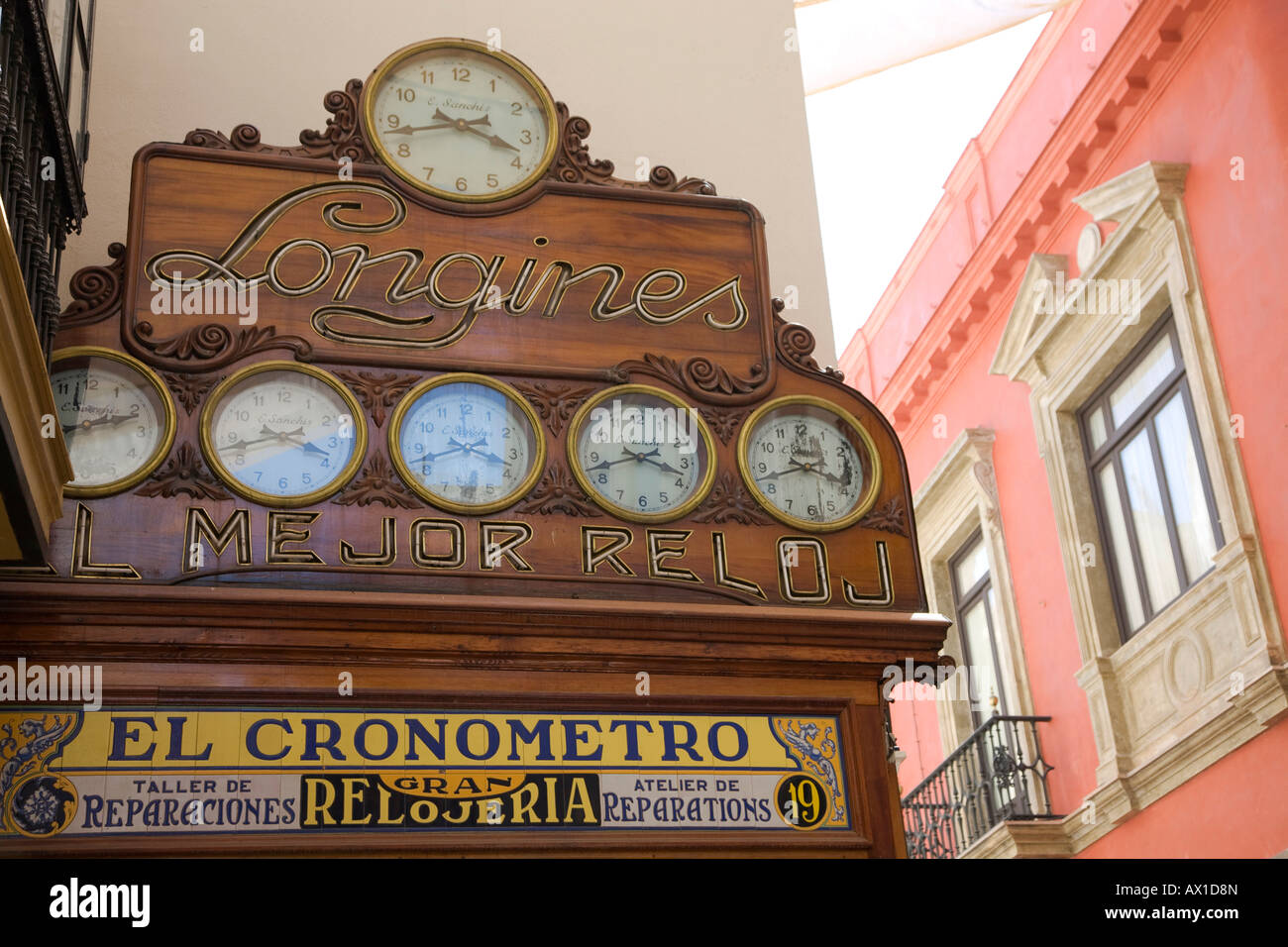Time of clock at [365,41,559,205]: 3:42
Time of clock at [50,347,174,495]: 2:44
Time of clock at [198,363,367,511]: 3:42
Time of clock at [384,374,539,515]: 3:42
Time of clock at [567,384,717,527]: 3:42
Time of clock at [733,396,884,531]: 3:42
